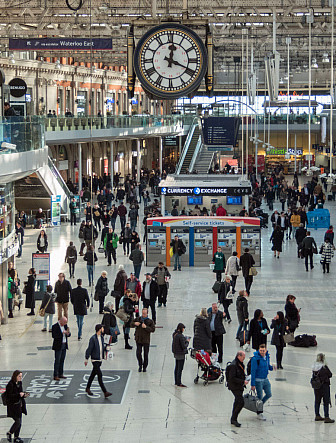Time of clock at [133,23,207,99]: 12:19
